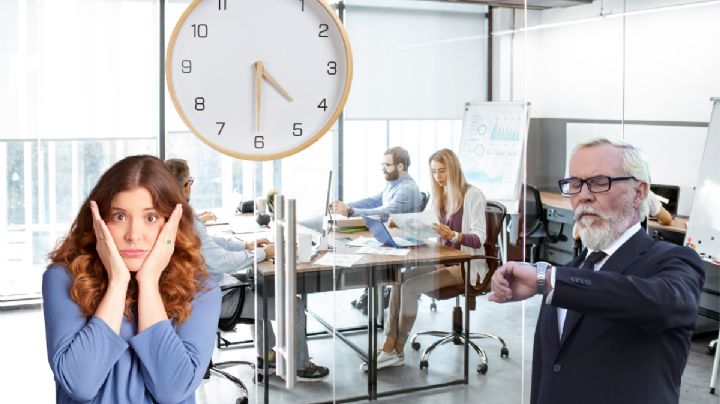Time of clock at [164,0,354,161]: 4:29
